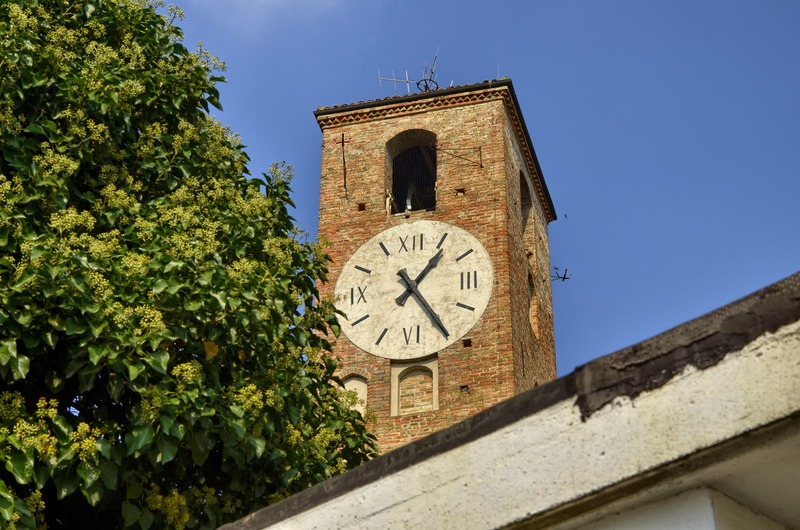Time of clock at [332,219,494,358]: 1:24
